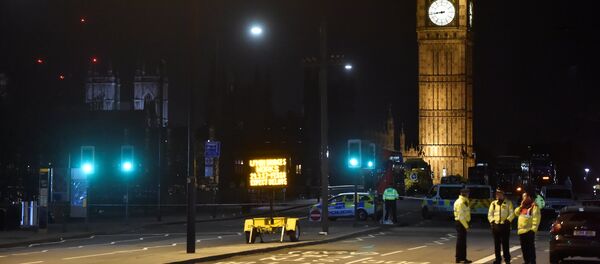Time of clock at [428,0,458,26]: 8:43
